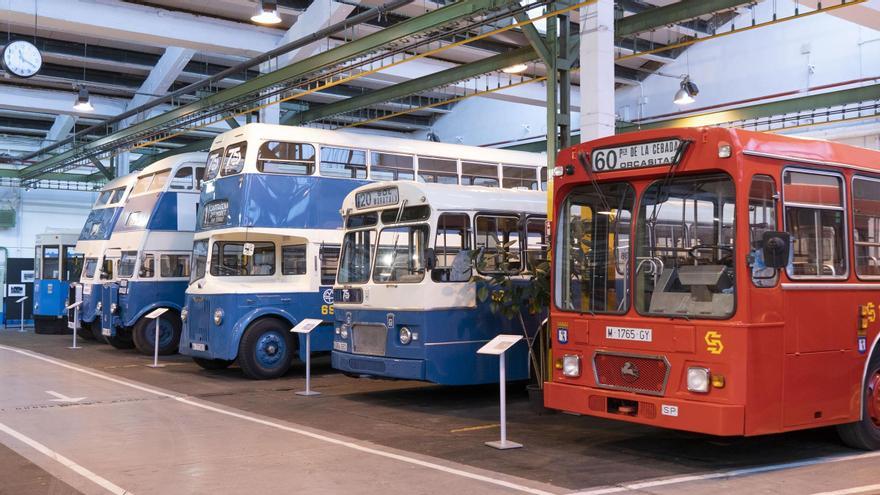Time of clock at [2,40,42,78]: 11:19
